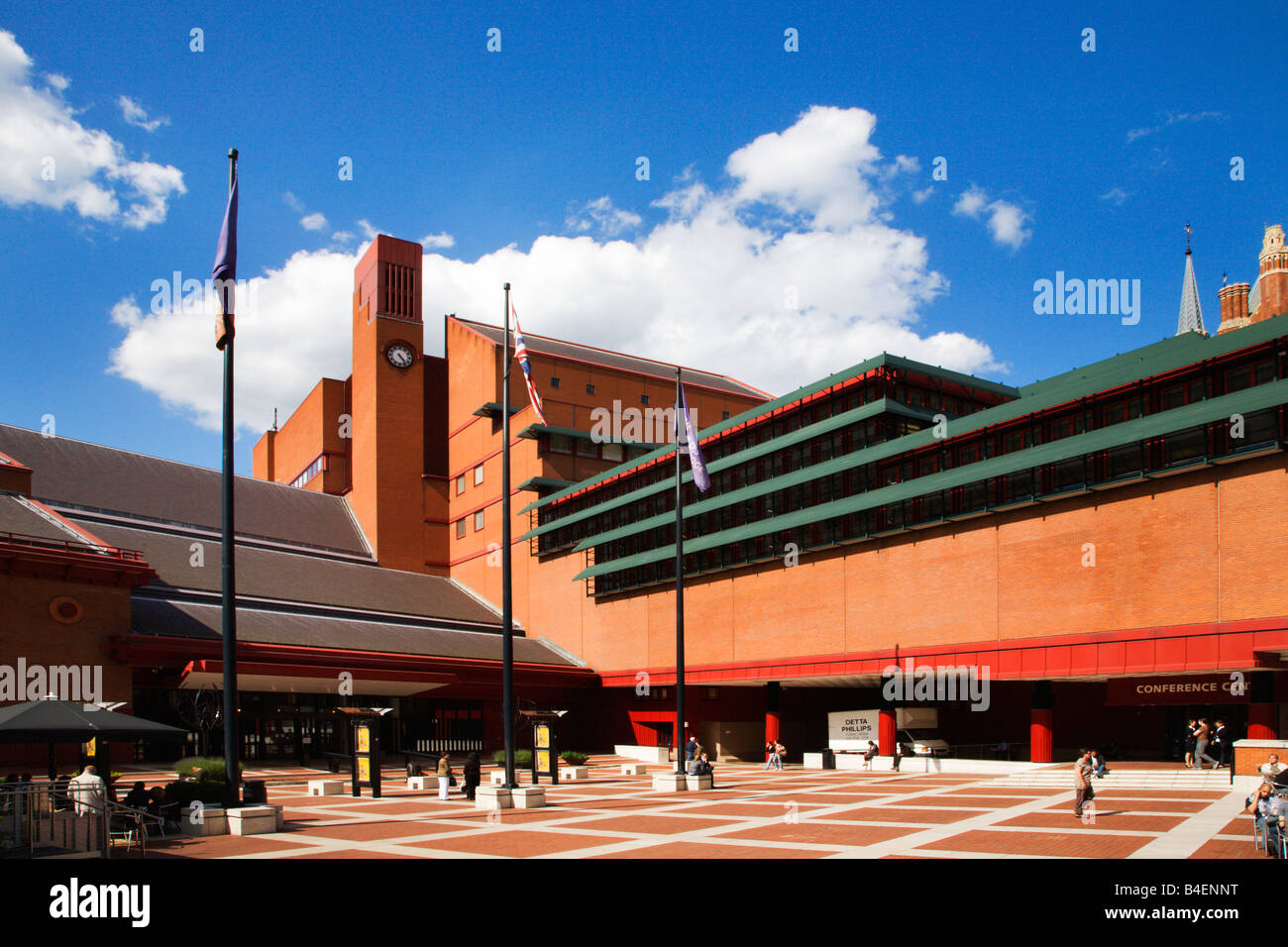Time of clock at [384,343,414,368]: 4:23
